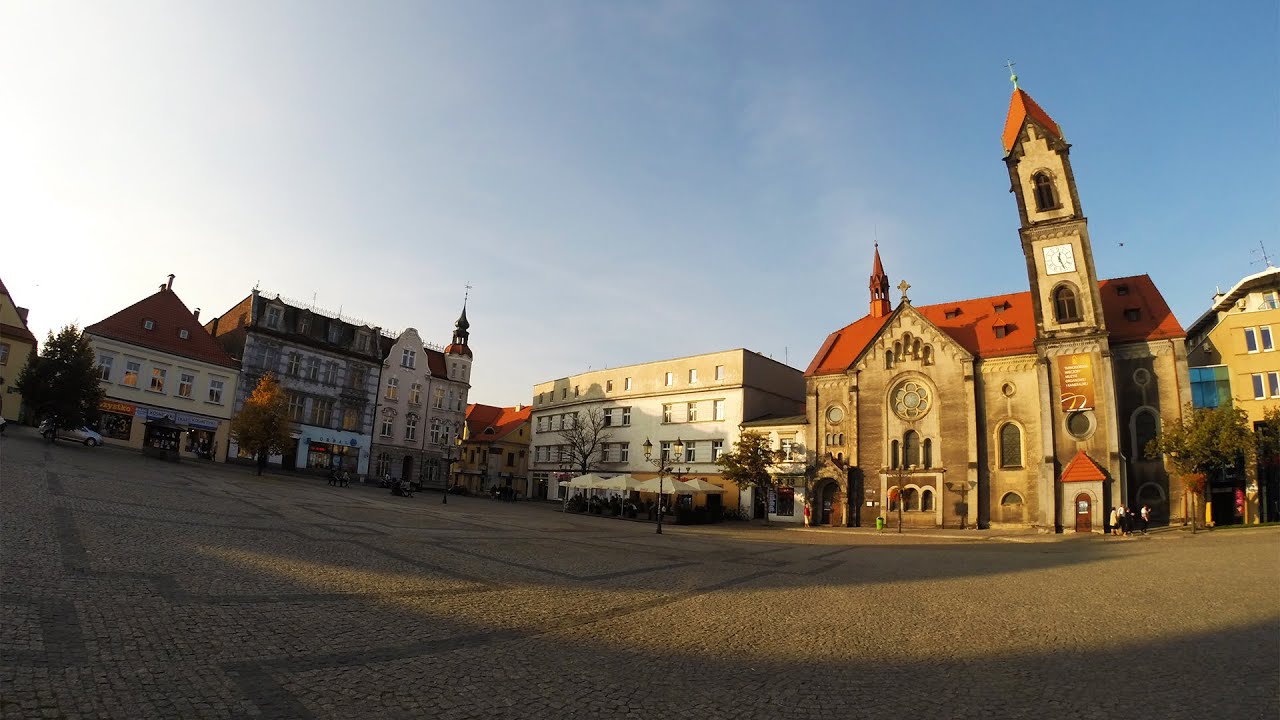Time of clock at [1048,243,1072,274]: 12:26
